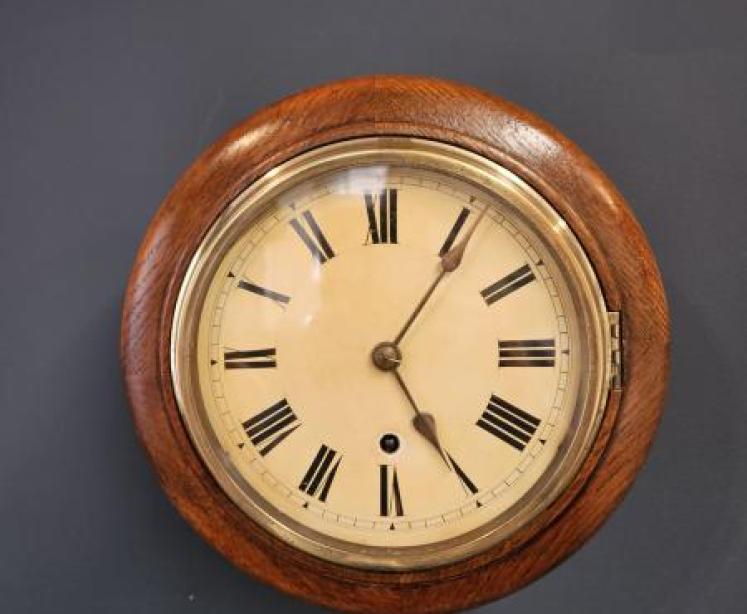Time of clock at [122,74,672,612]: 5:05
